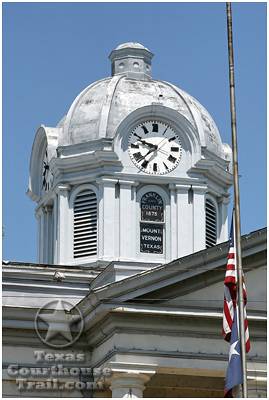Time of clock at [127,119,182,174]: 9:37
